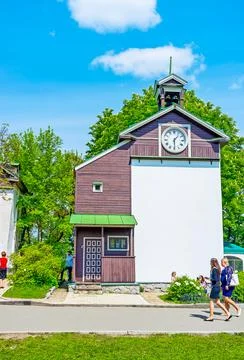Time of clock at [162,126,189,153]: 1:29
